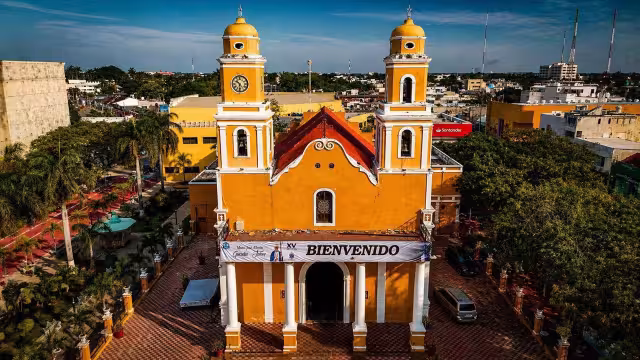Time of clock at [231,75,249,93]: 10:30
